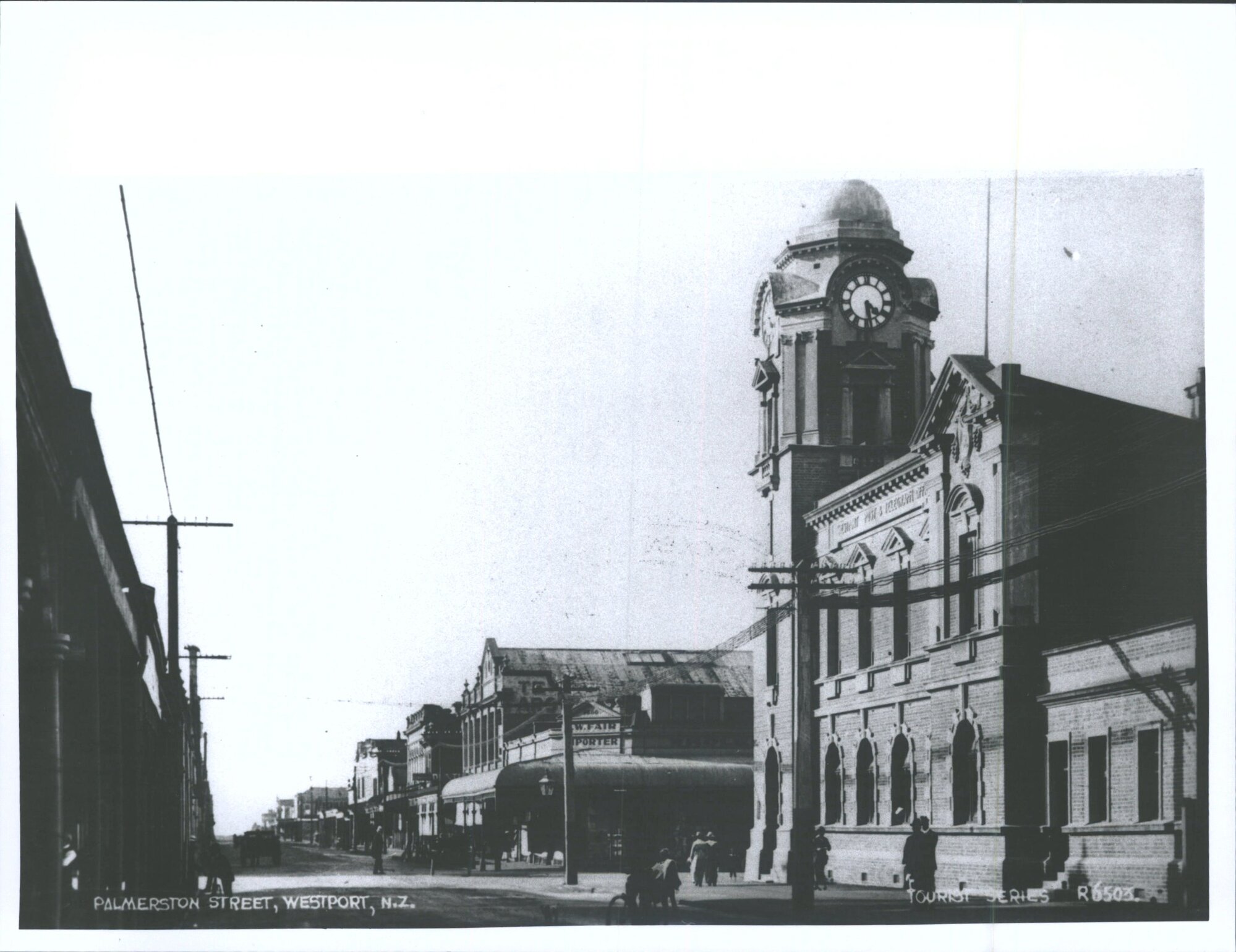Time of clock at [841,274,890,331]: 4:28
